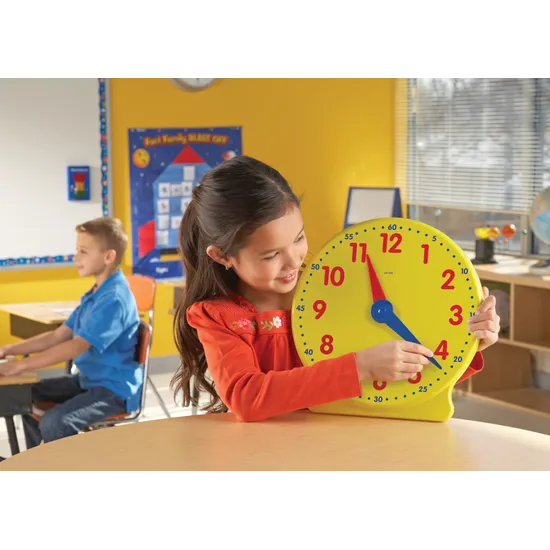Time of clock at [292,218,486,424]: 4:21
